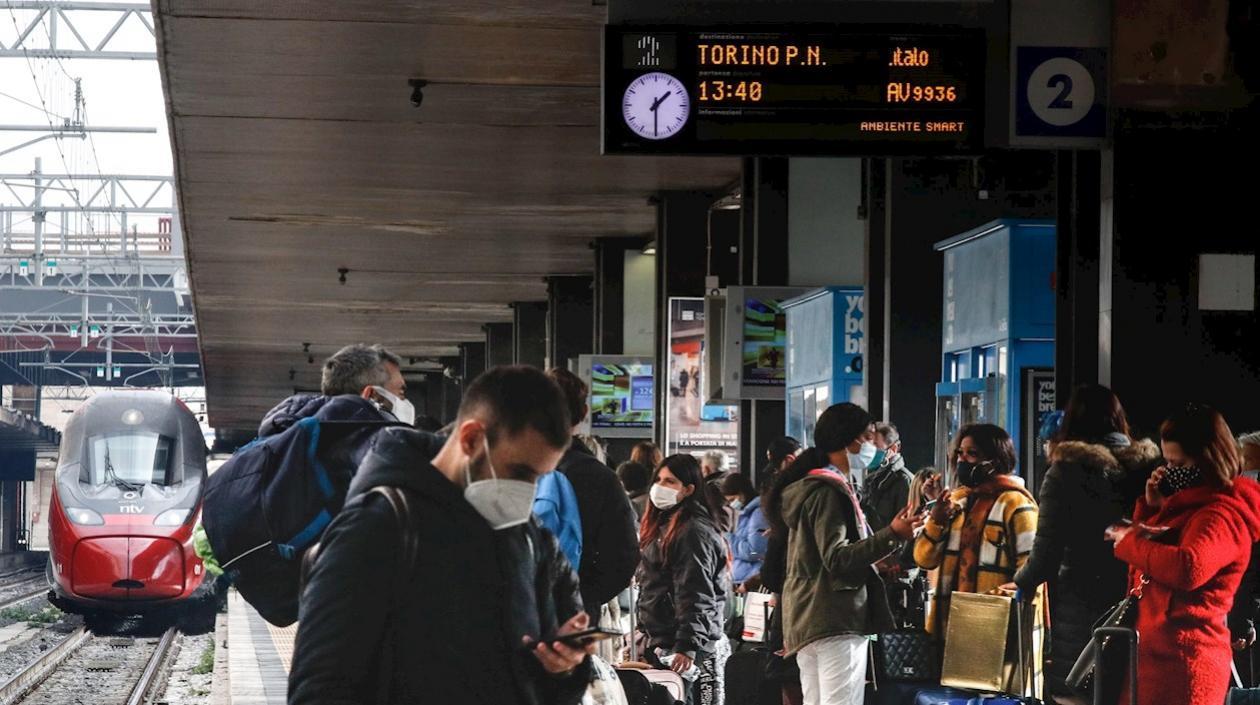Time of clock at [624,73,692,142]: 1:29
